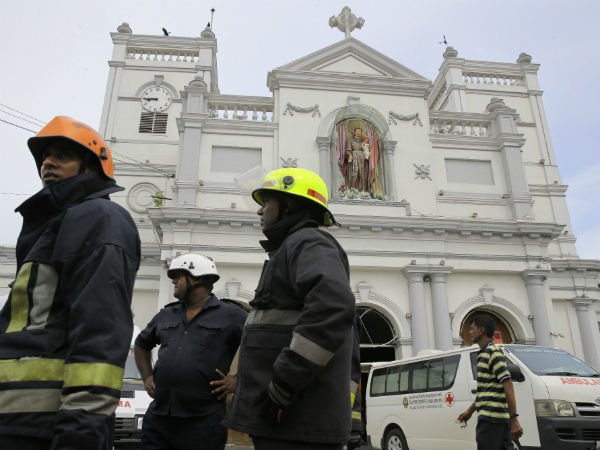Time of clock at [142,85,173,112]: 8:45
